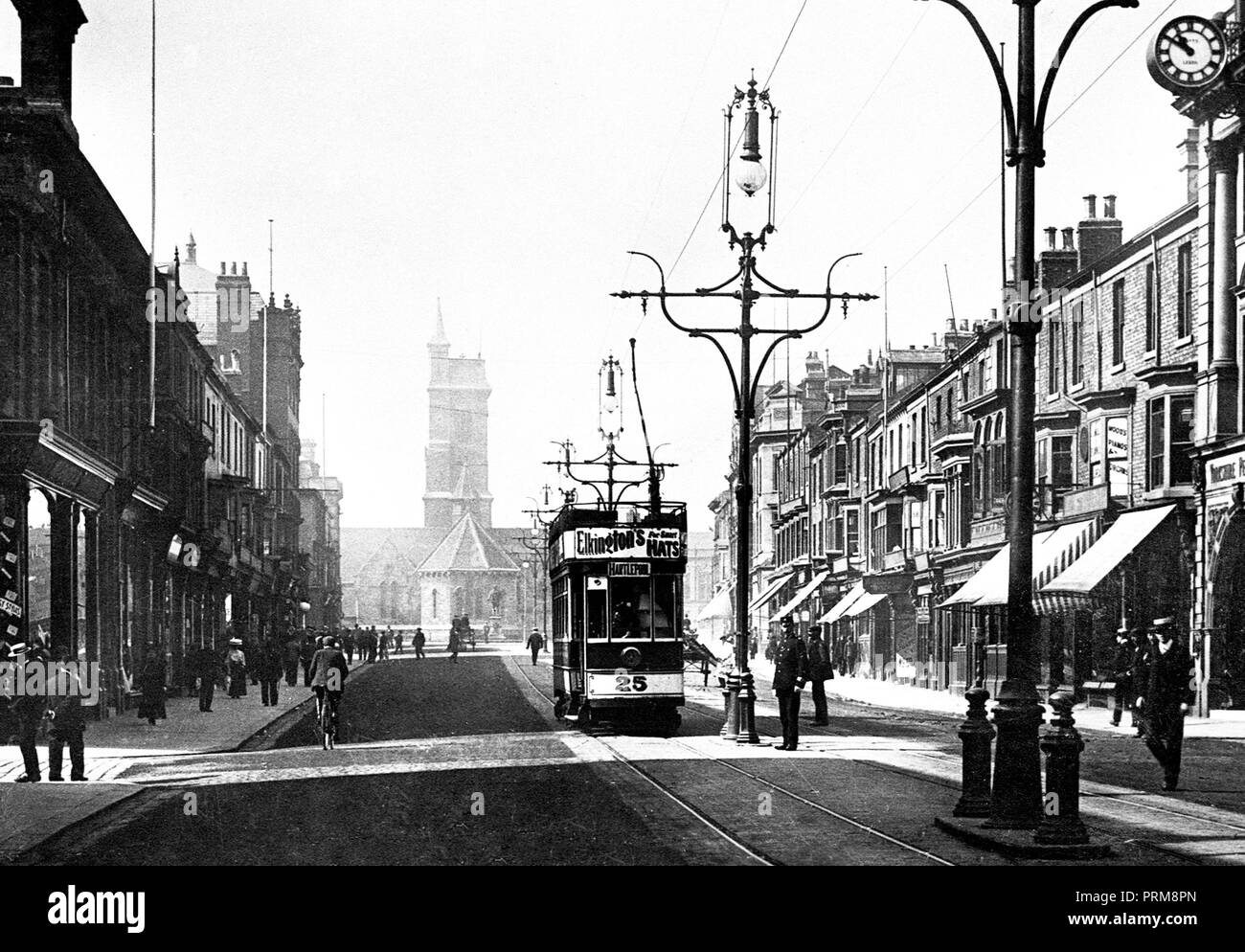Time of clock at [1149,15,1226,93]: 10:50
